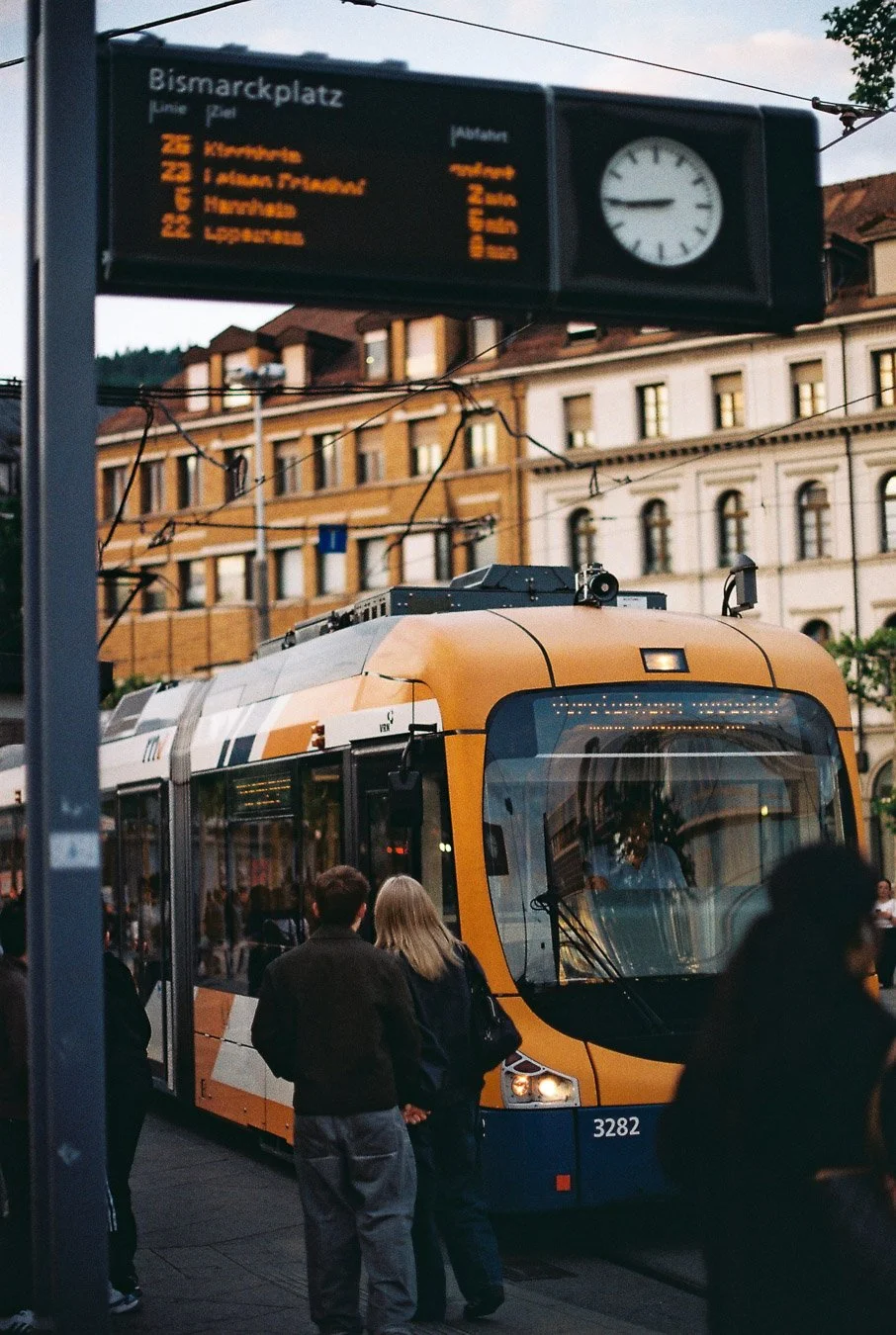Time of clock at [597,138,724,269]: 8:44
